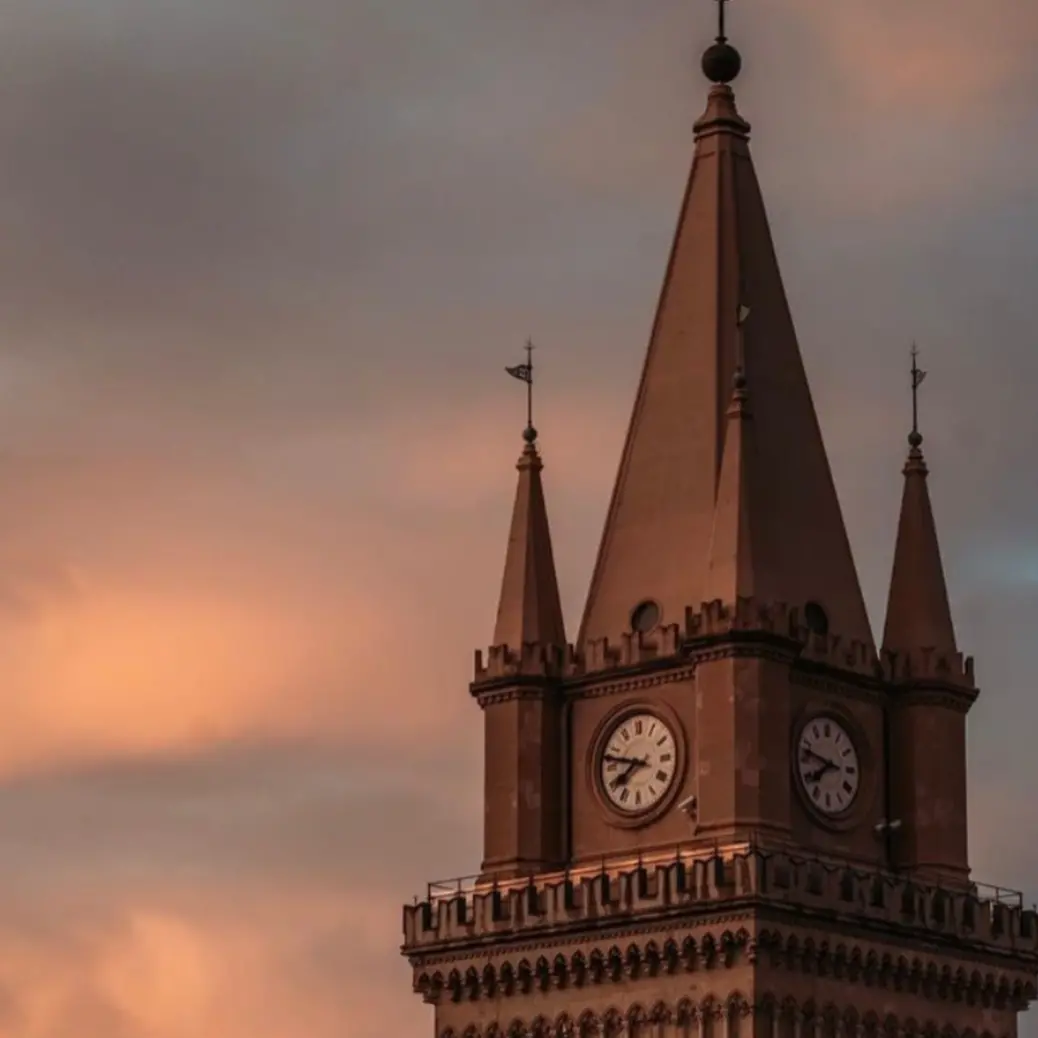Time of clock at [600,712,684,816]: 7:47
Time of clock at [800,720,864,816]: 7:47
